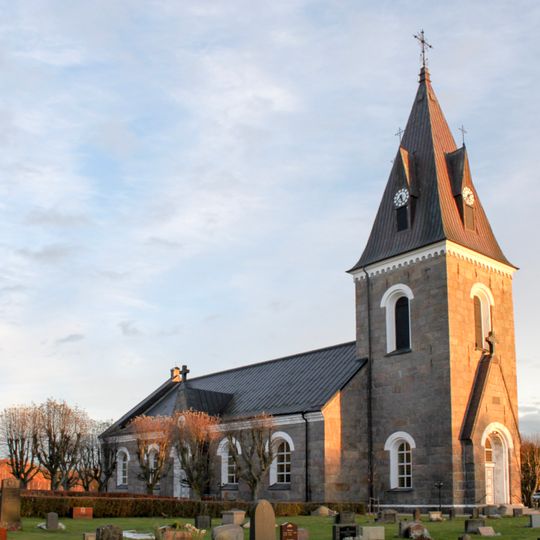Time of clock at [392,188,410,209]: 7:25
